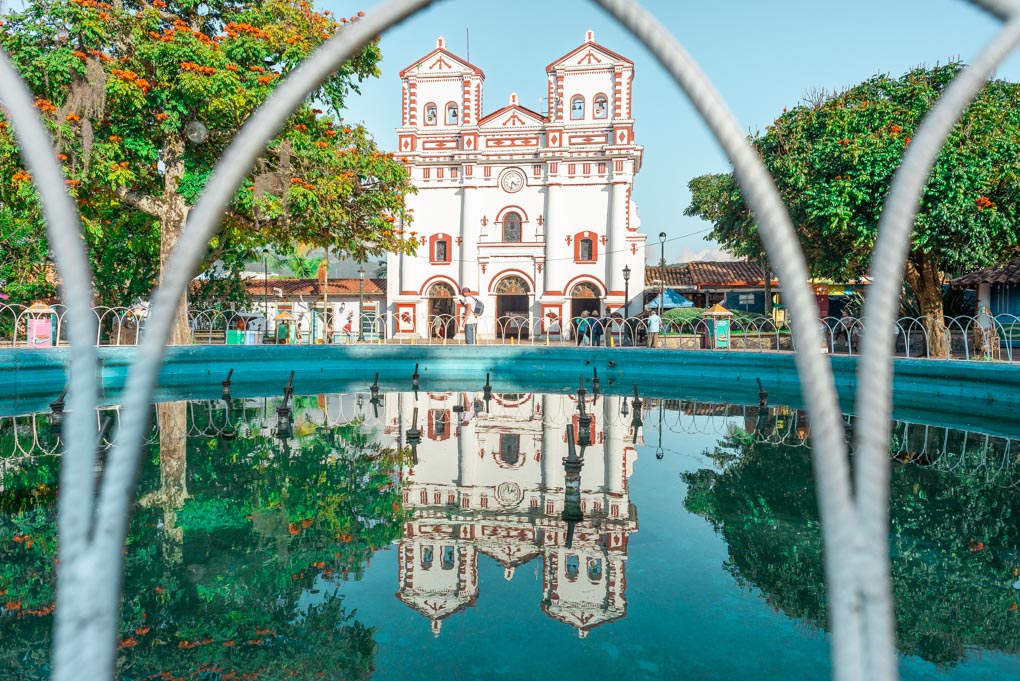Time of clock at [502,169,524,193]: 4:31
